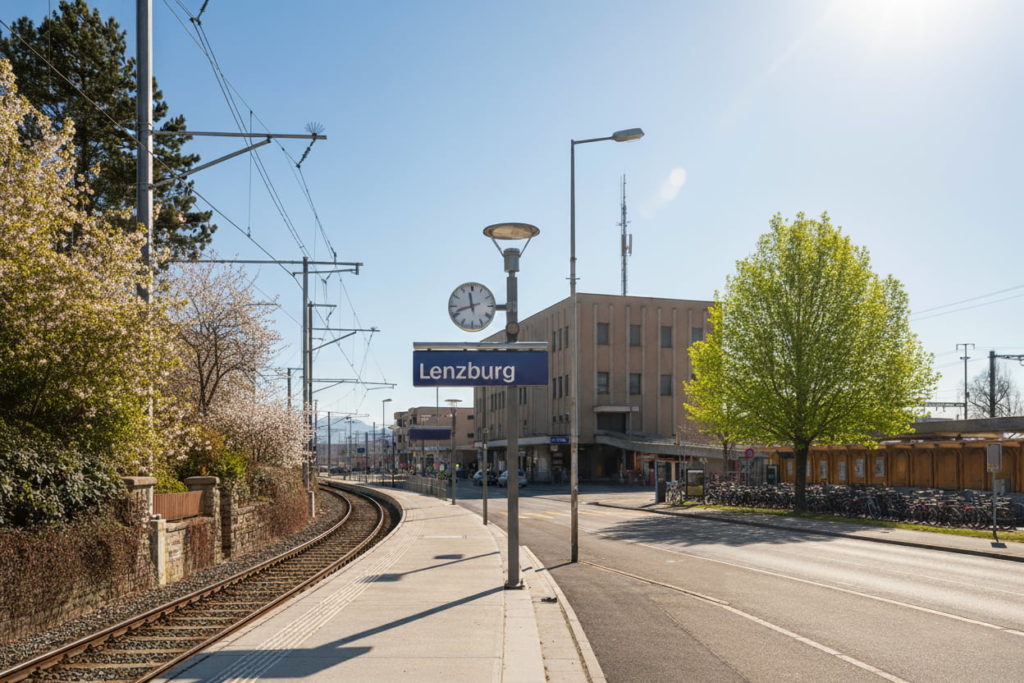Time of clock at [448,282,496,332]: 11:41
